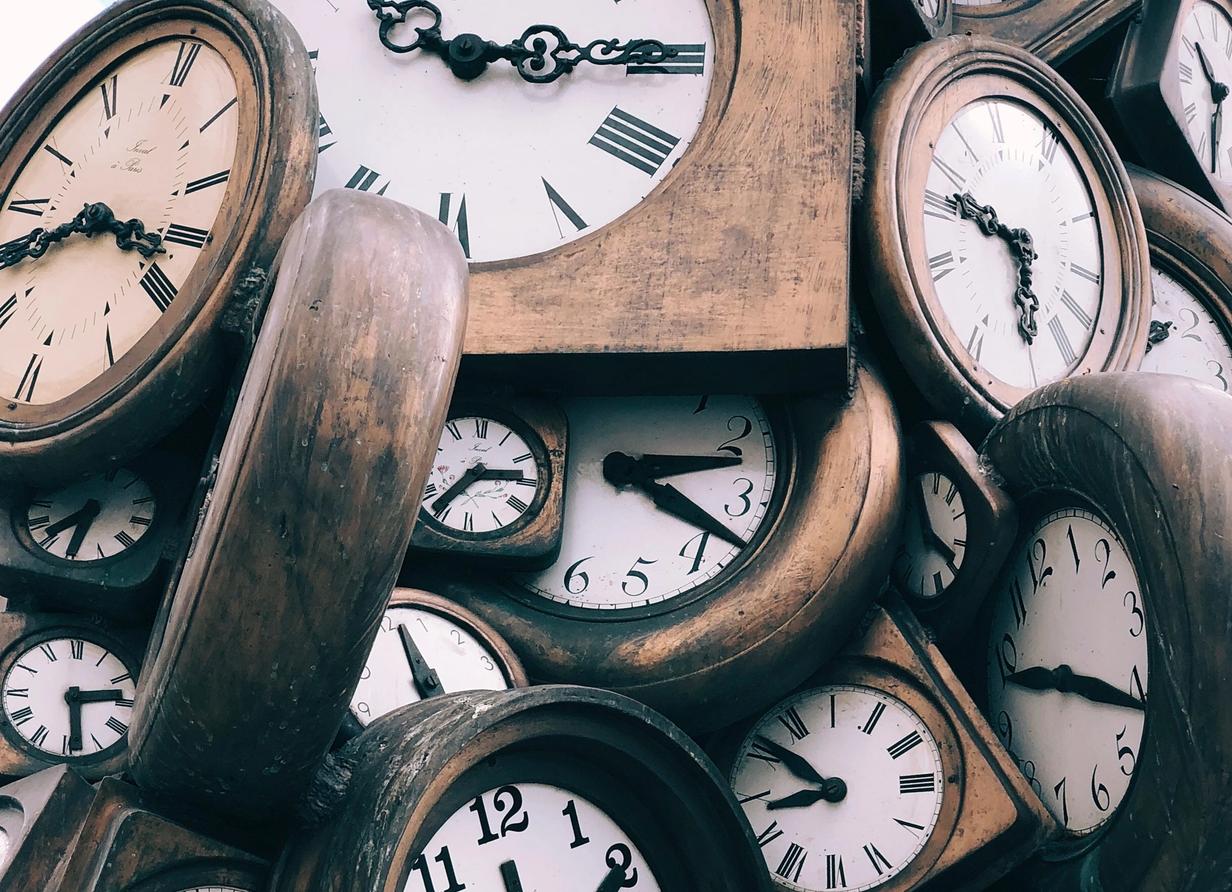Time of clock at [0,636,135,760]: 2:29
